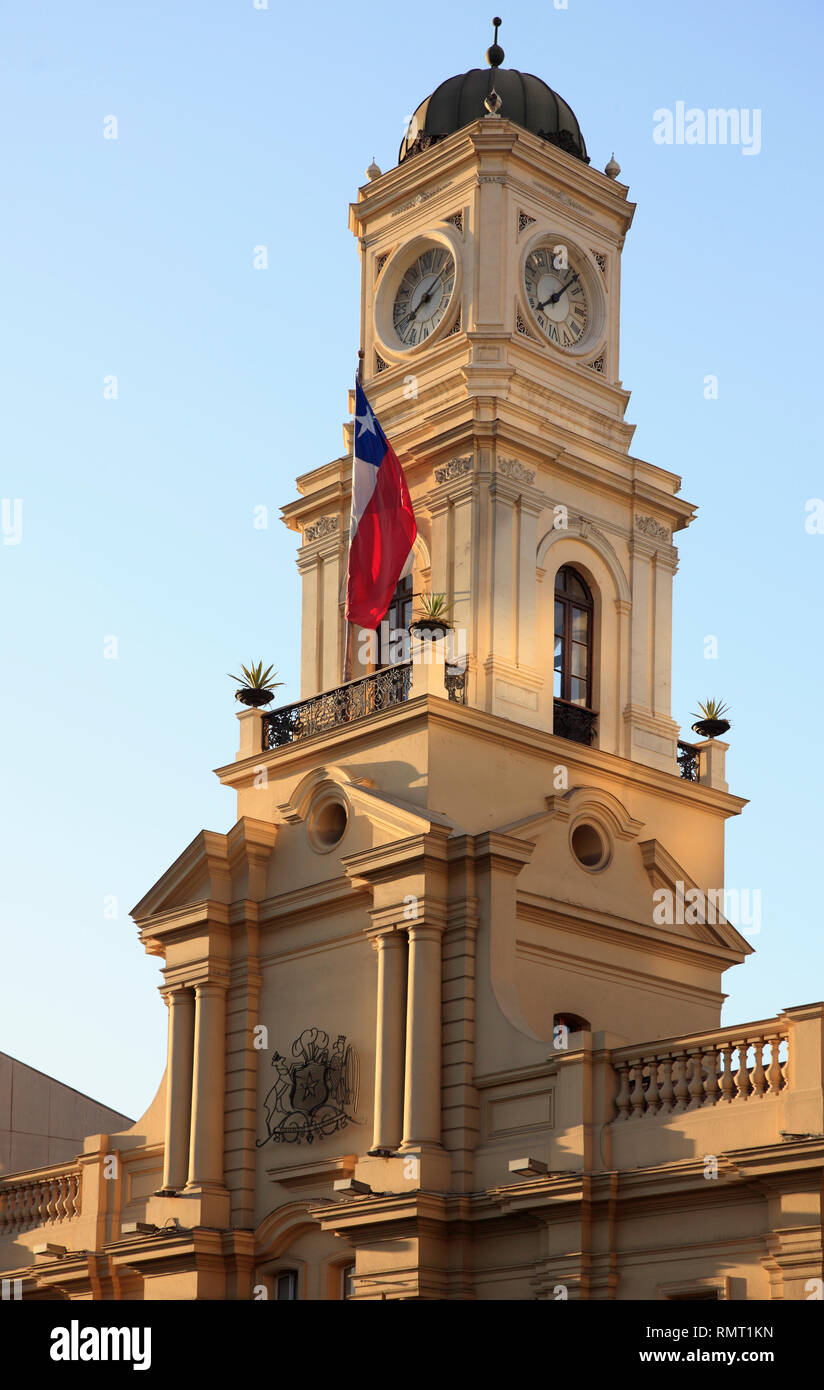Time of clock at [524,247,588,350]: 8:07
